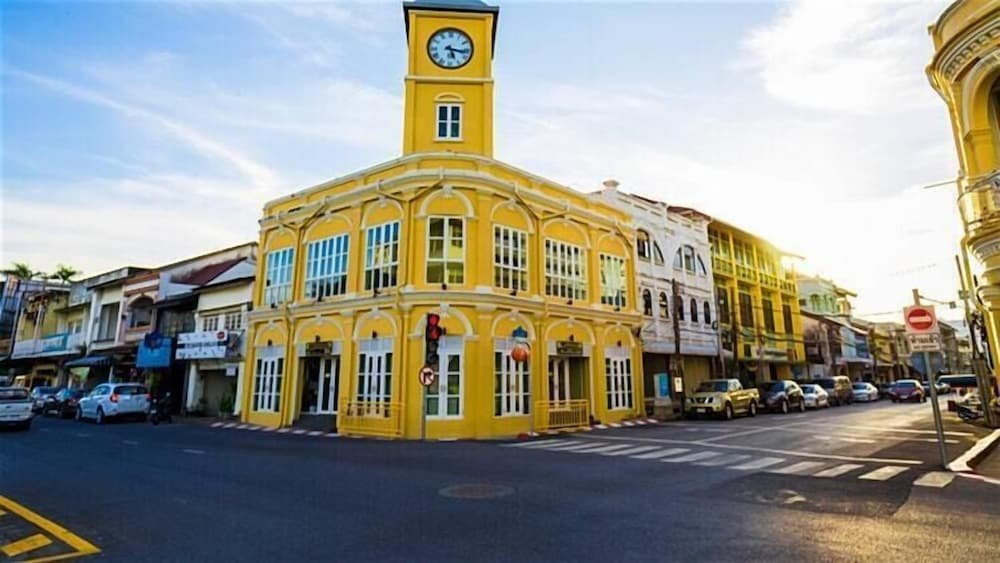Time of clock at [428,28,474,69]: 5:16
